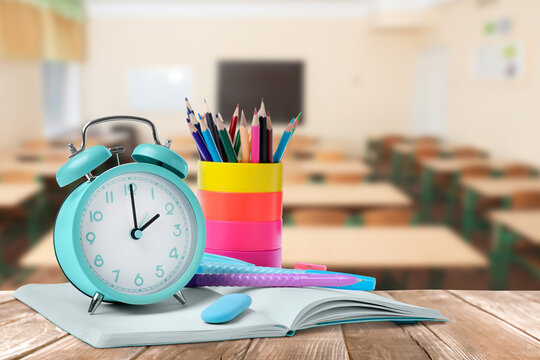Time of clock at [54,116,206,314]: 2:00
